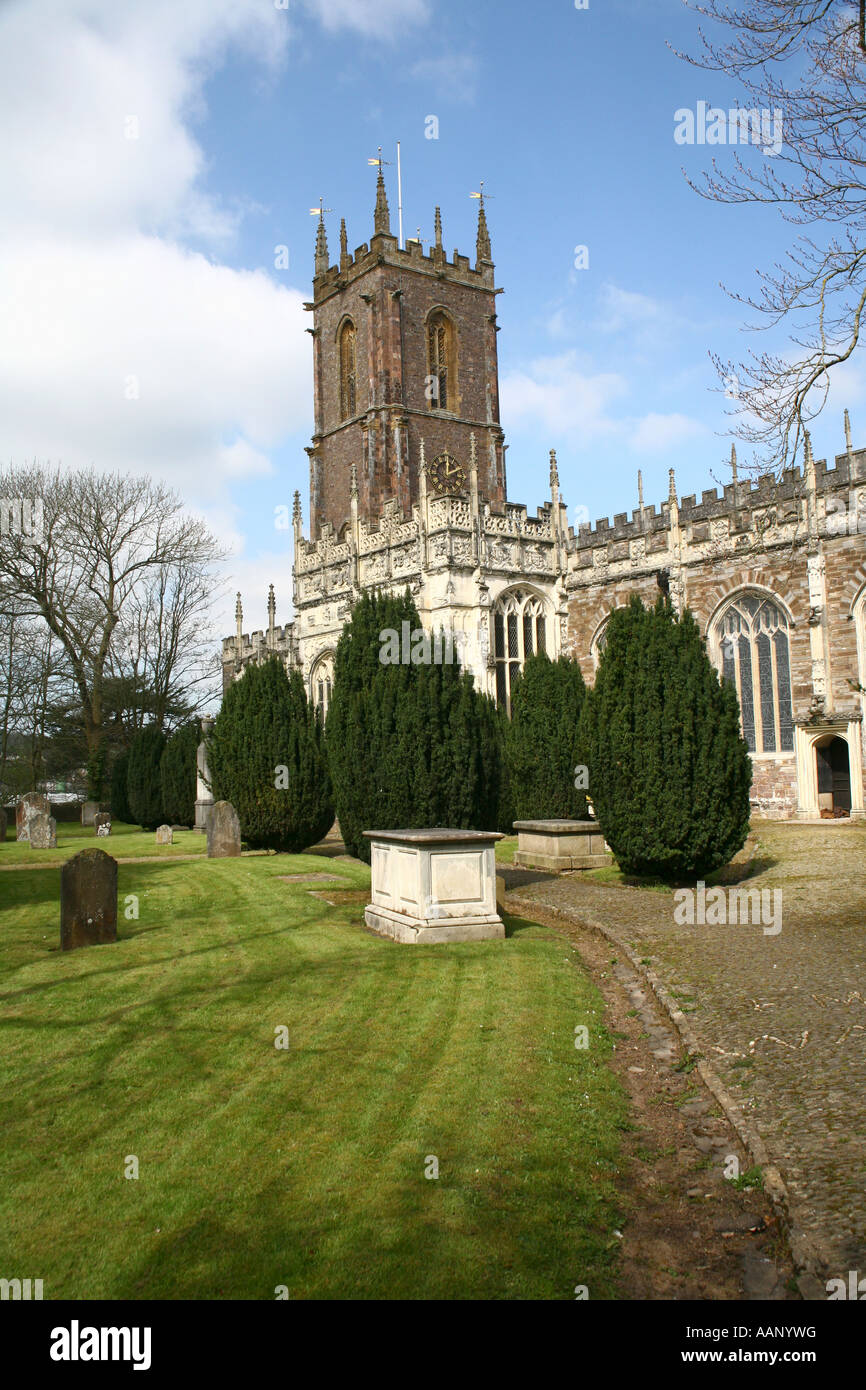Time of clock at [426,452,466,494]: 2:00
